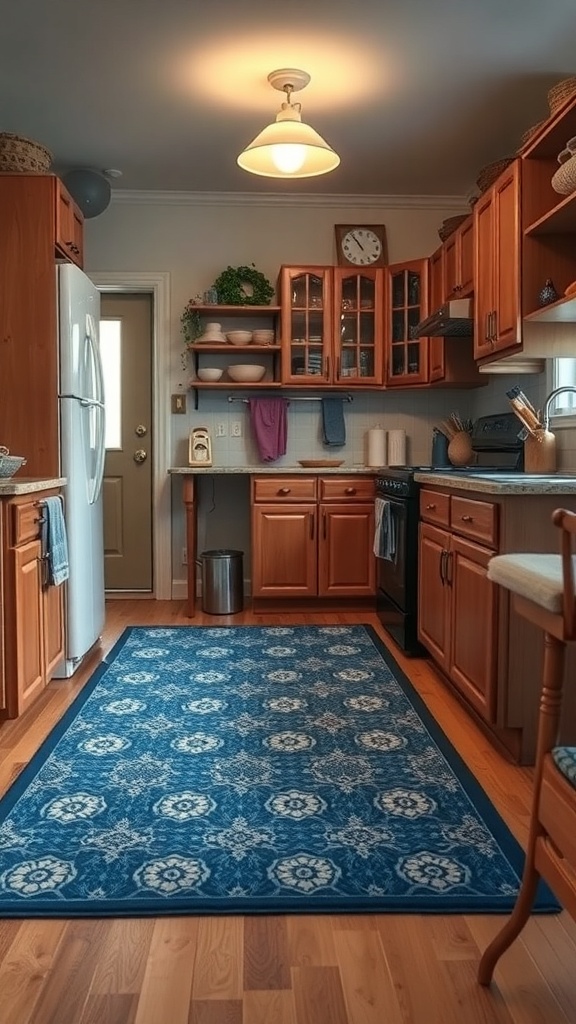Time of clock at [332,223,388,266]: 10:54
